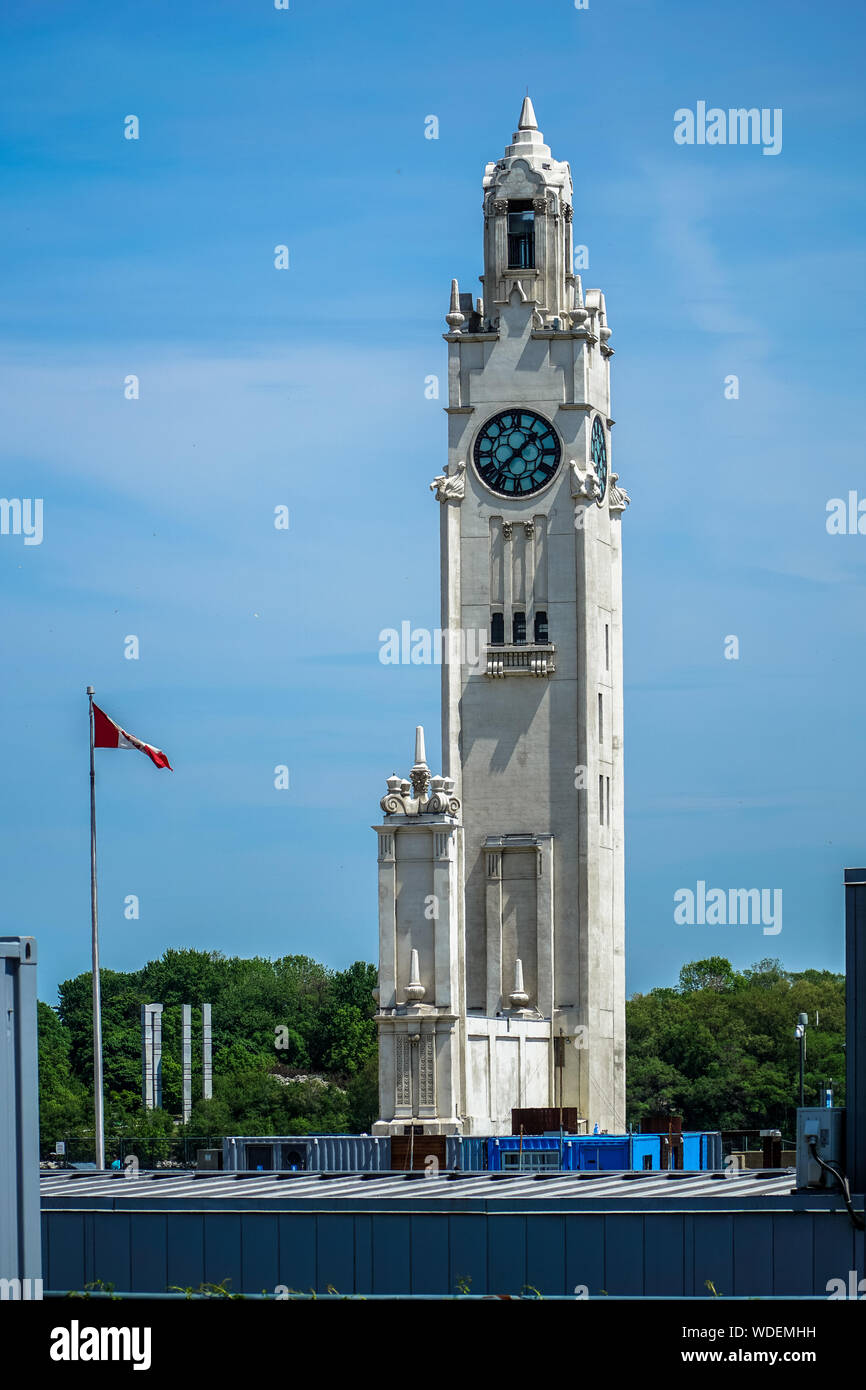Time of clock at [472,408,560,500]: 1:37
